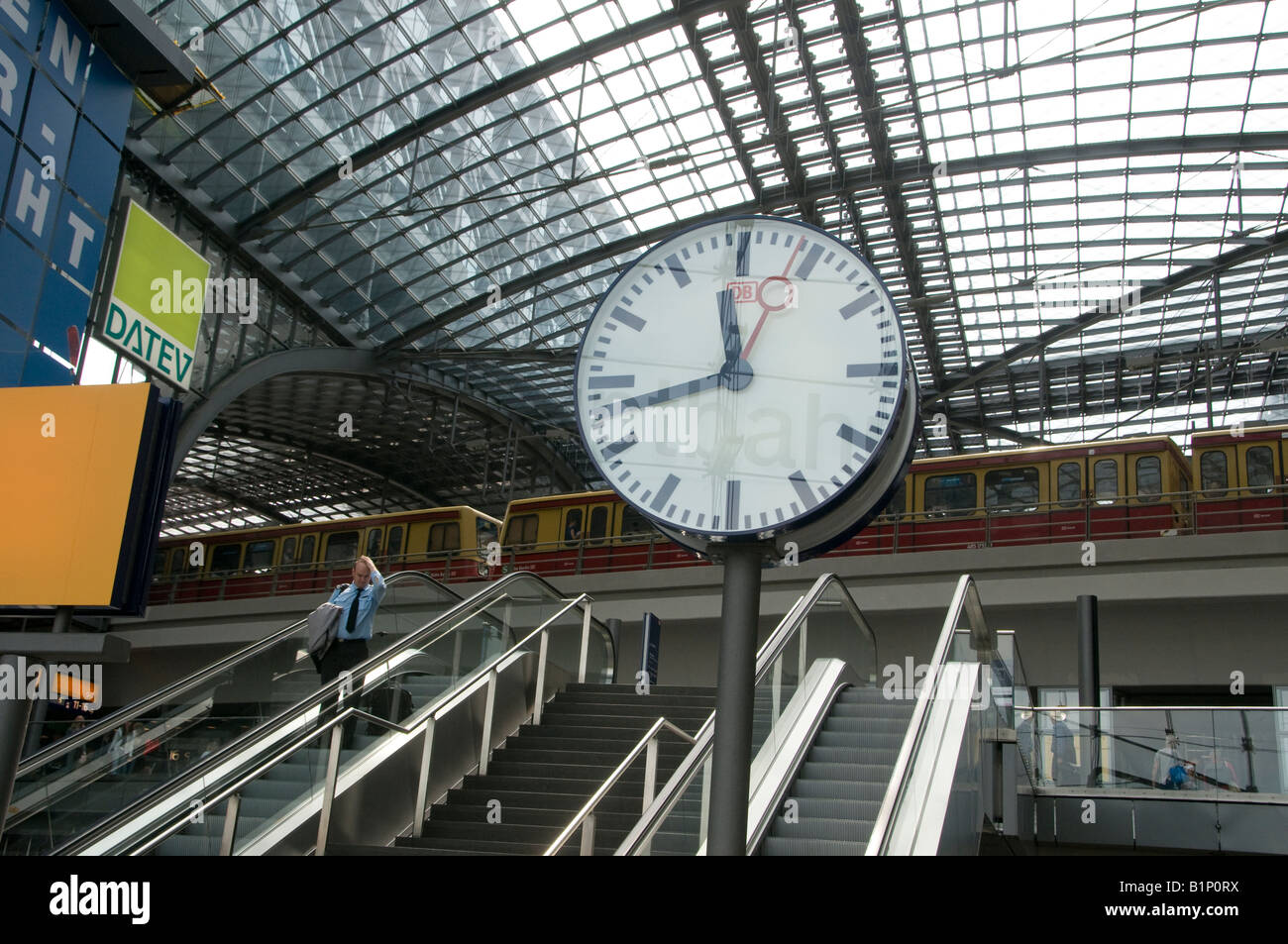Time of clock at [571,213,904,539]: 11:42
